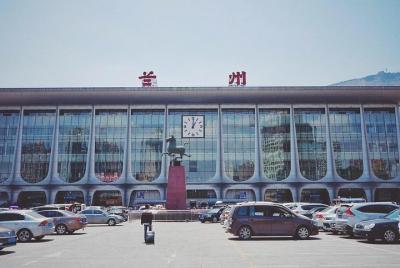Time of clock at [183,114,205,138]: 1:00
